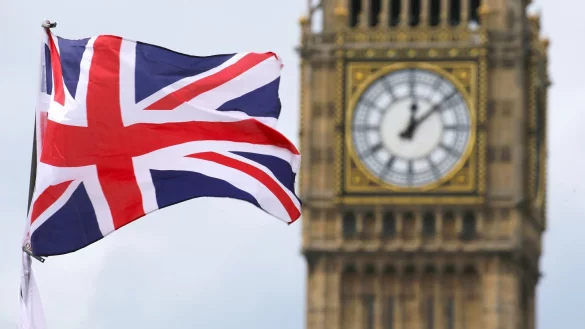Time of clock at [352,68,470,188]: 12:08
